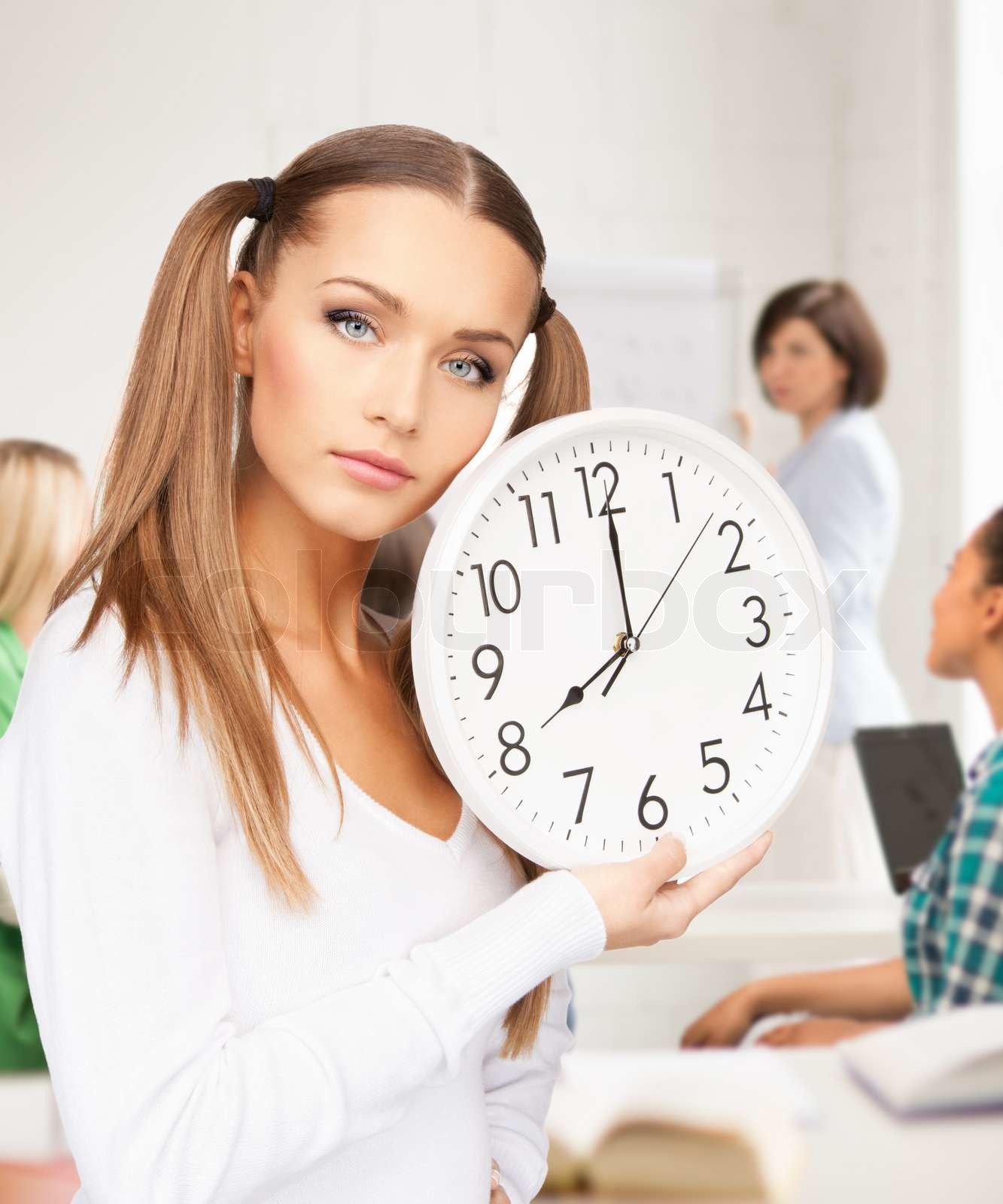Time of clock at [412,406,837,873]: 8:00
